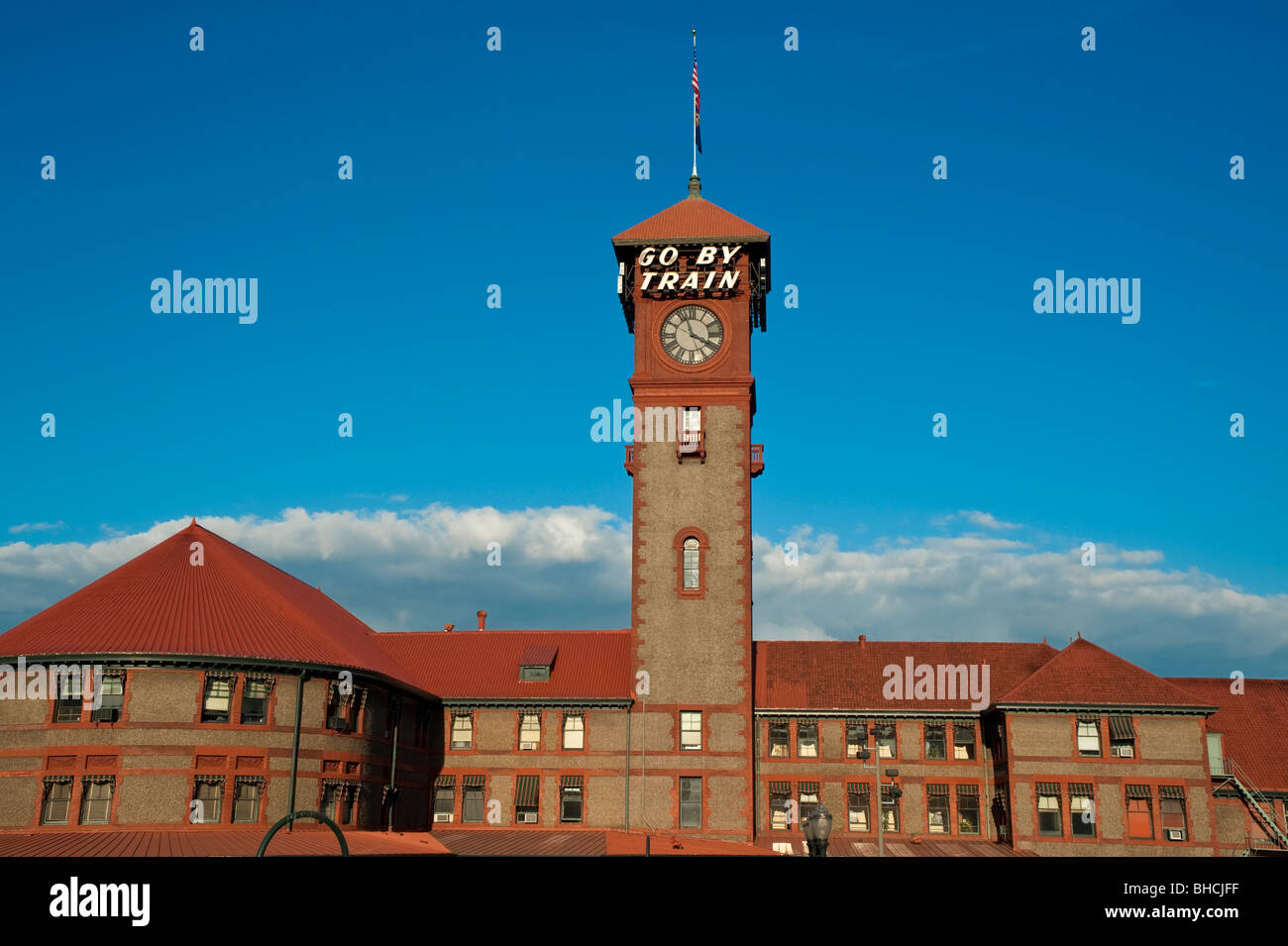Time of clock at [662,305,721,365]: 3:56
